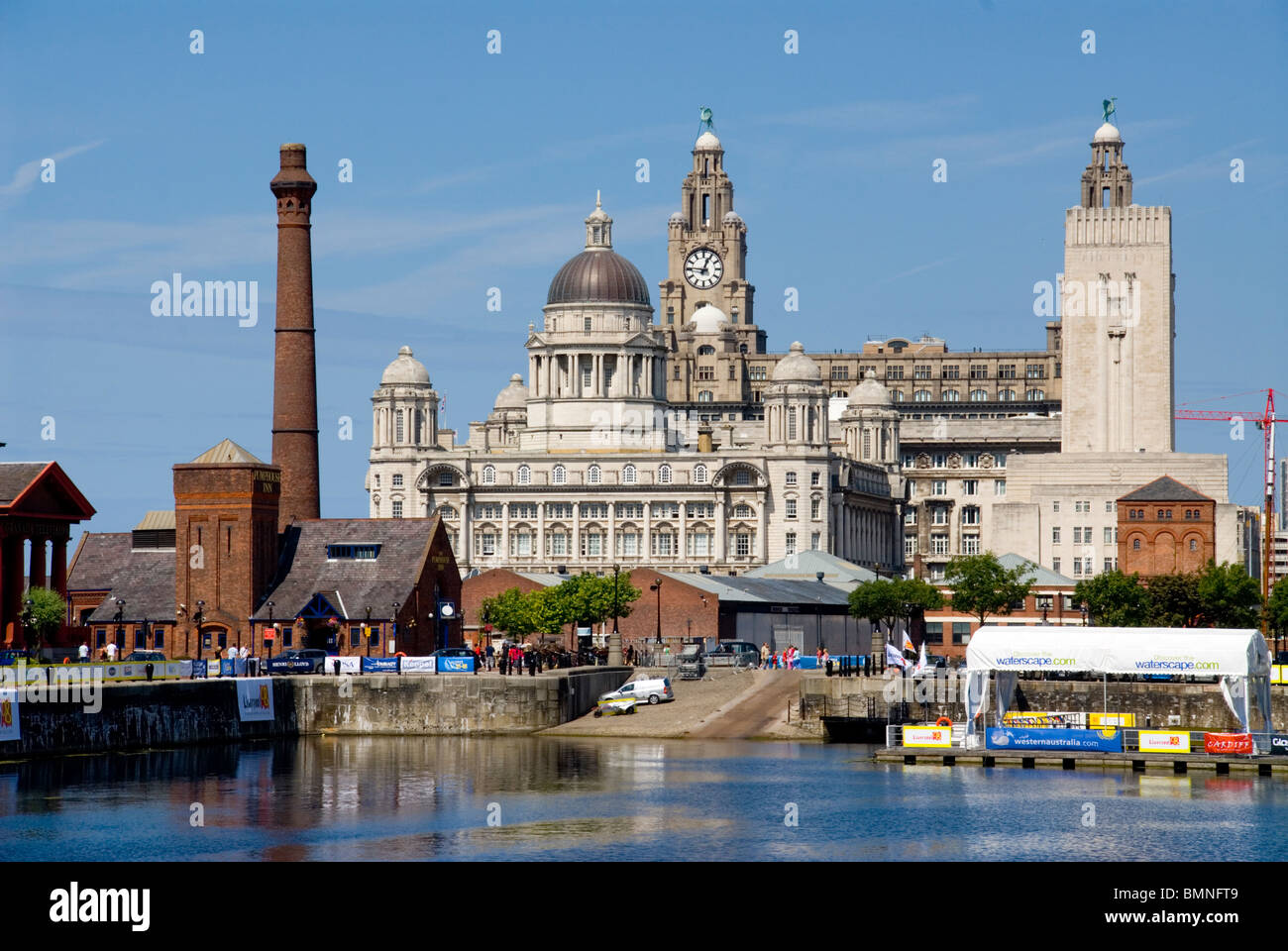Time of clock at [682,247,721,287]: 12:46
